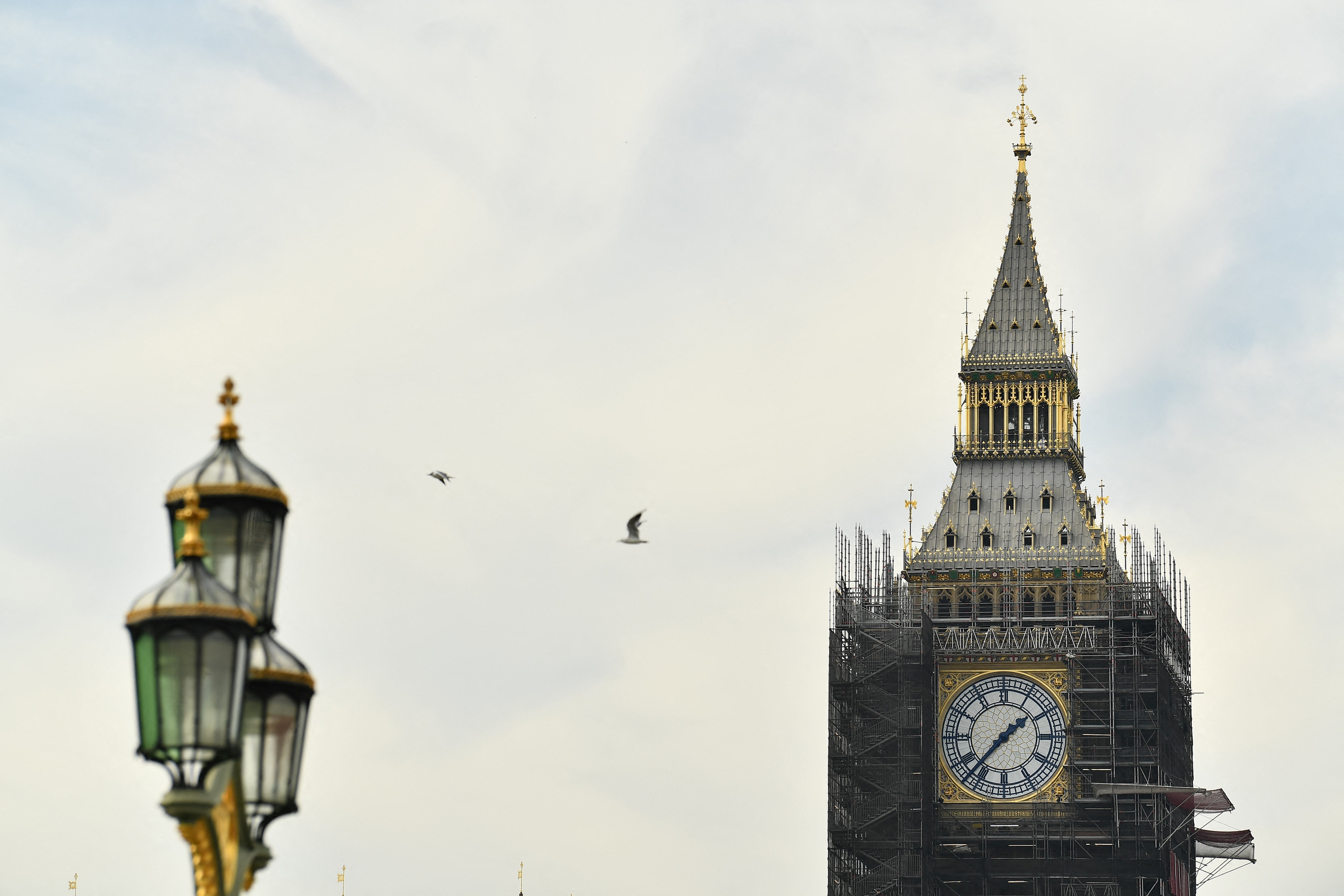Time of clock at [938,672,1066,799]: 1:36
